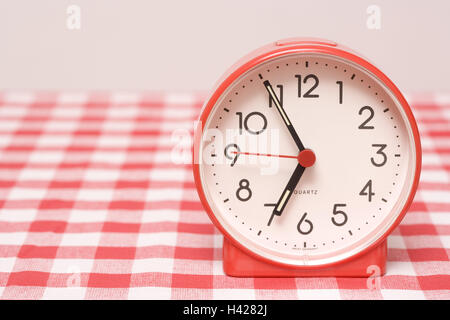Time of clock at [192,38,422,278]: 6:54
